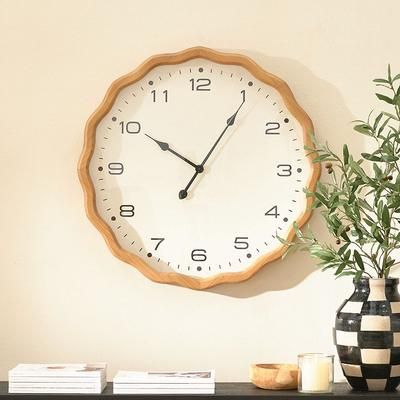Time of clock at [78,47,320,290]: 10:05
